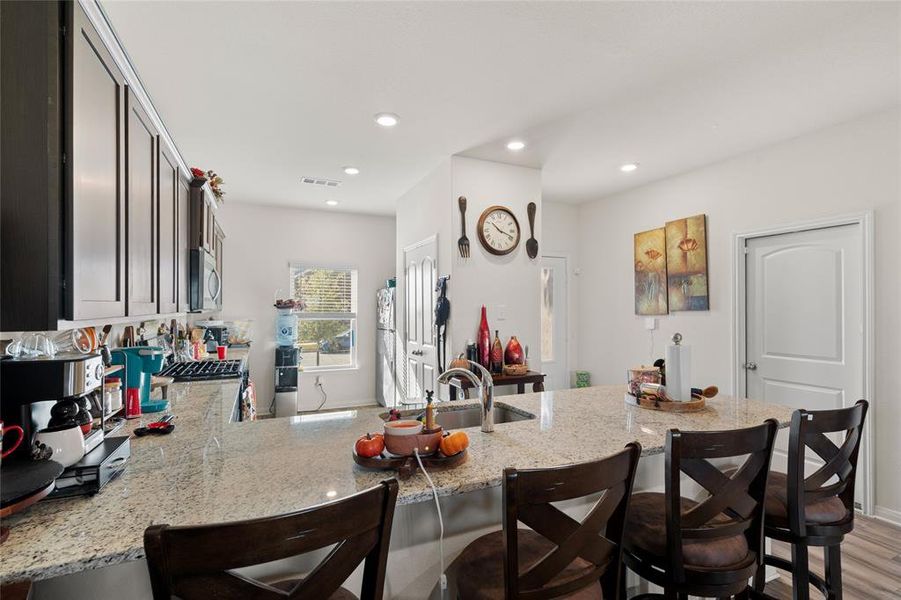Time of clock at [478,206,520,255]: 10:18
